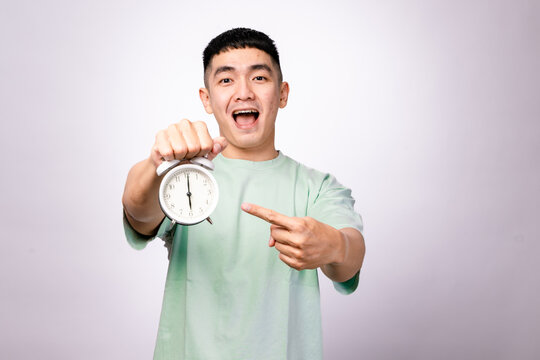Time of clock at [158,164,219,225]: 6:00
